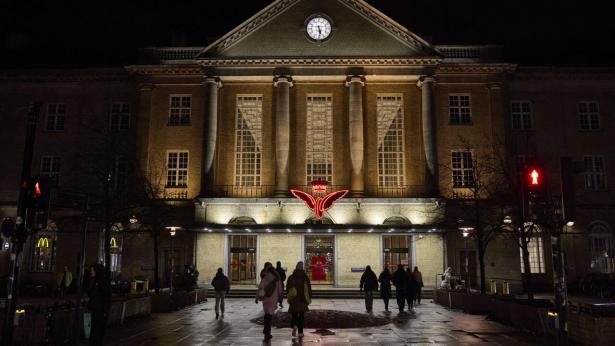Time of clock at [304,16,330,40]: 5:29
